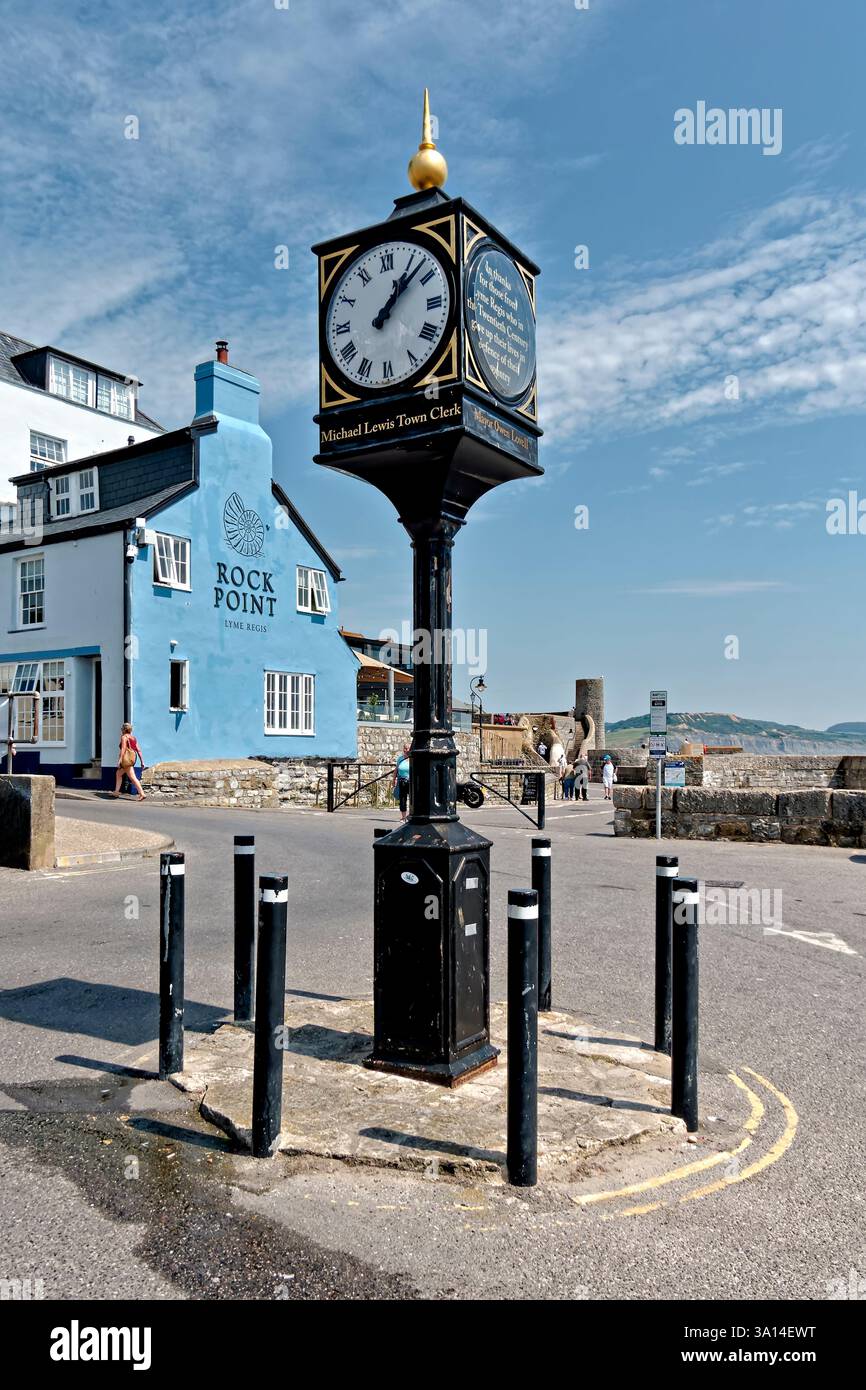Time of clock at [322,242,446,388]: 1:07
